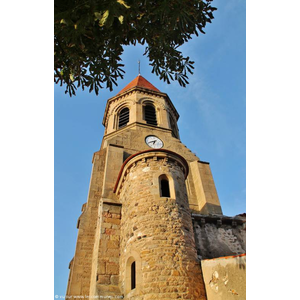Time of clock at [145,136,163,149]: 6:41
